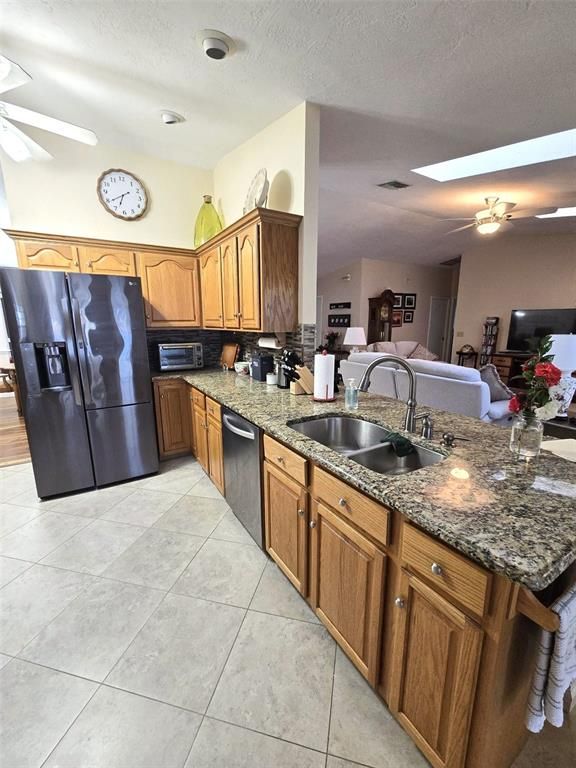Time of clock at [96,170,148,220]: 6:39
